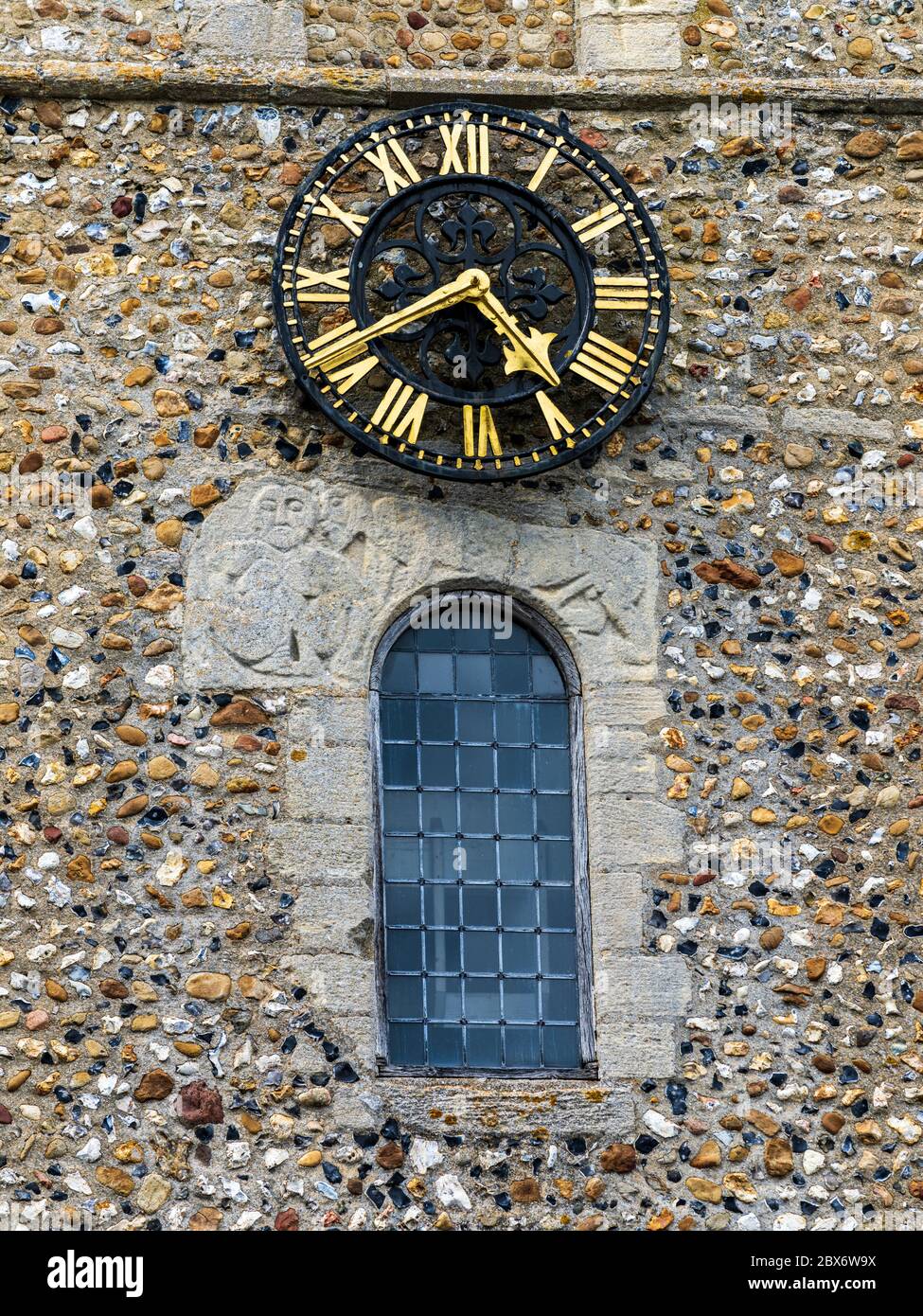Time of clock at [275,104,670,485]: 4:40
